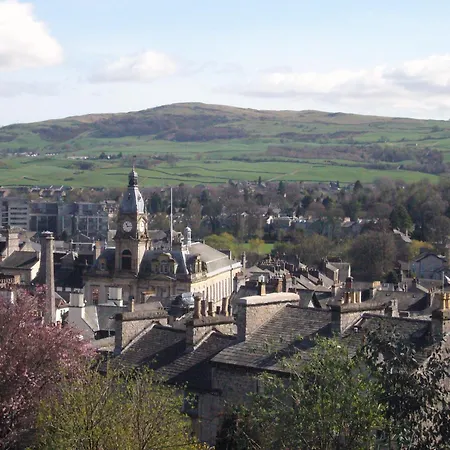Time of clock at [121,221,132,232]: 11:13
